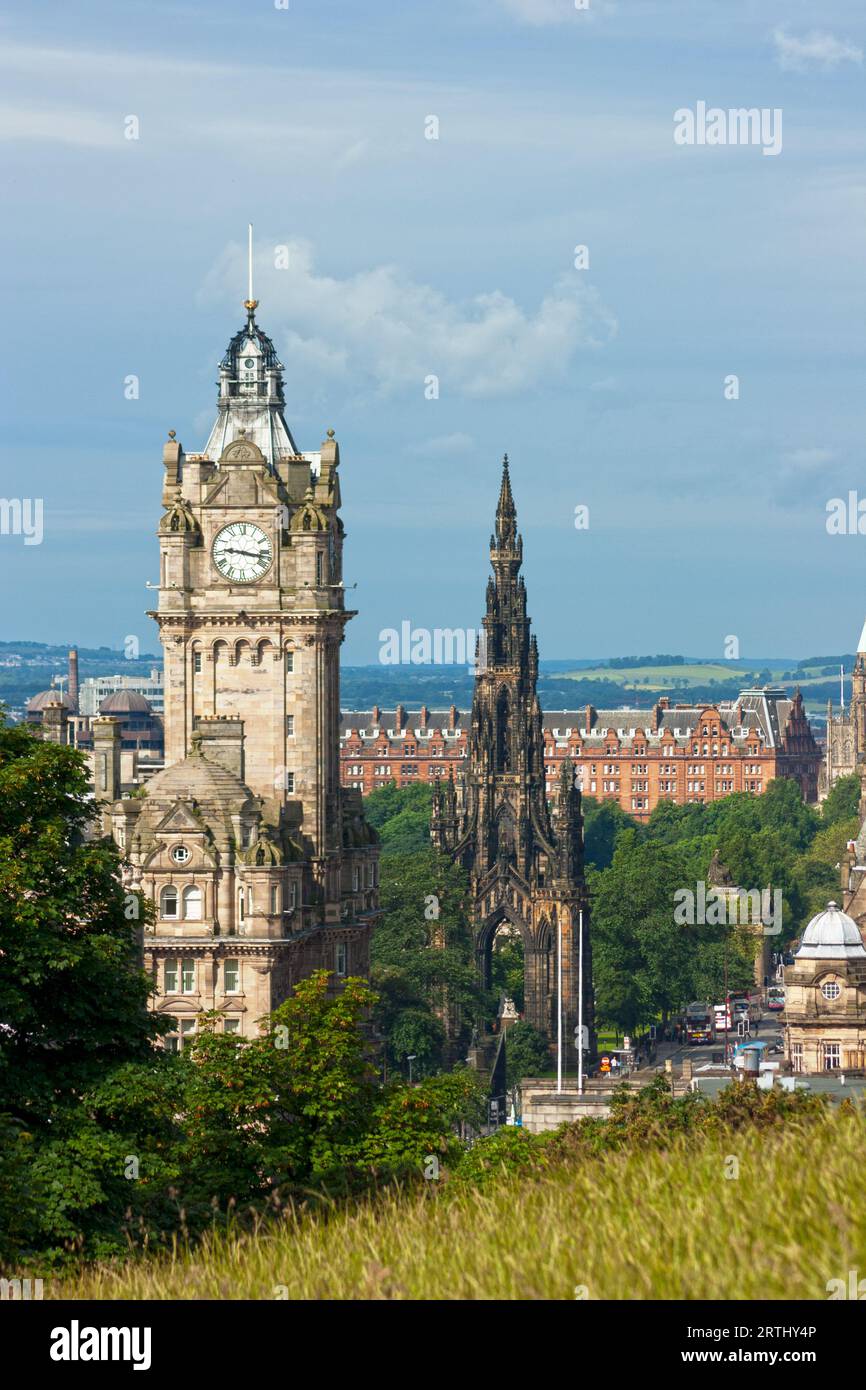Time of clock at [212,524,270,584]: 9:16
